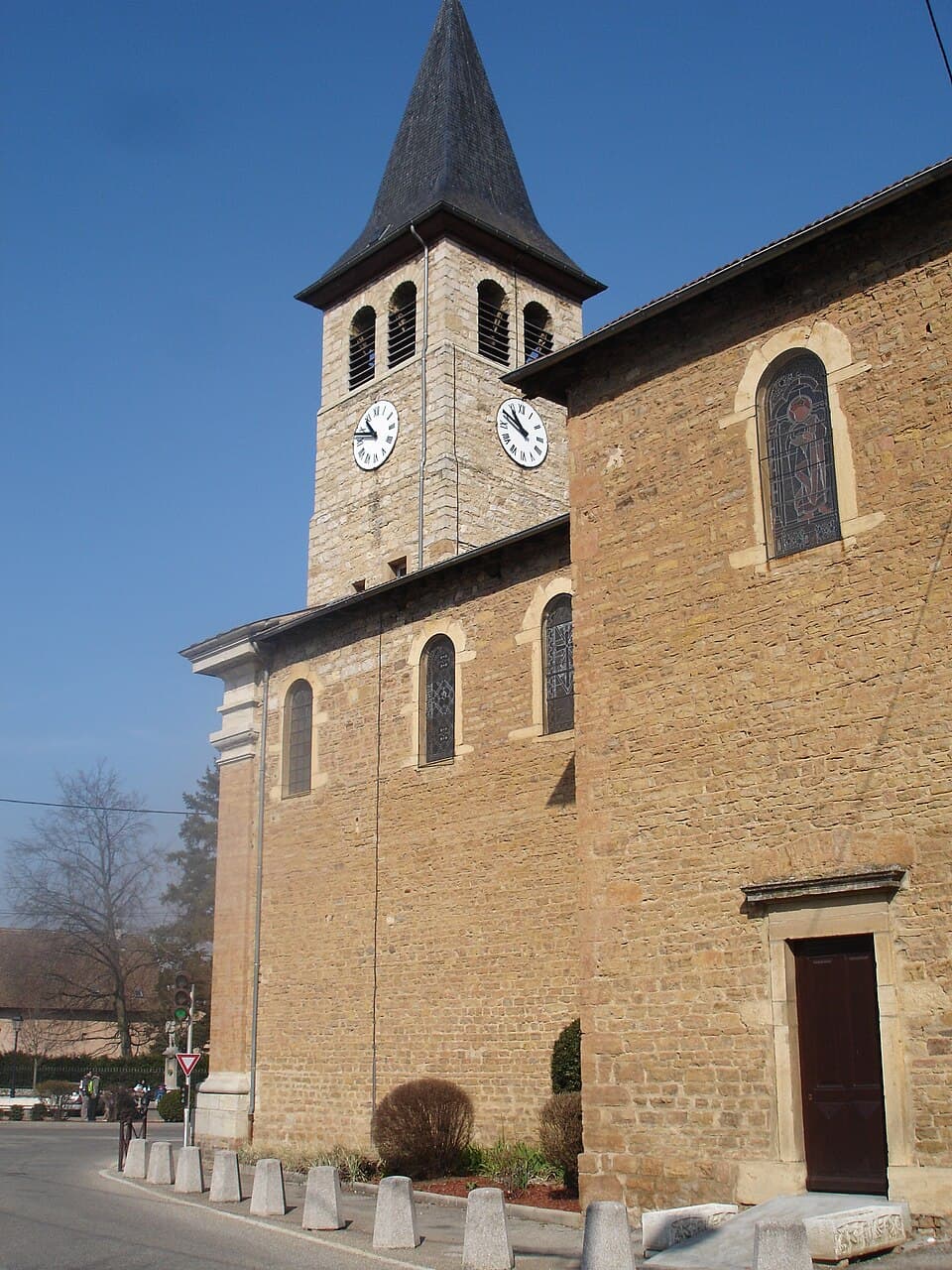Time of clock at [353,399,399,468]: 10:47
